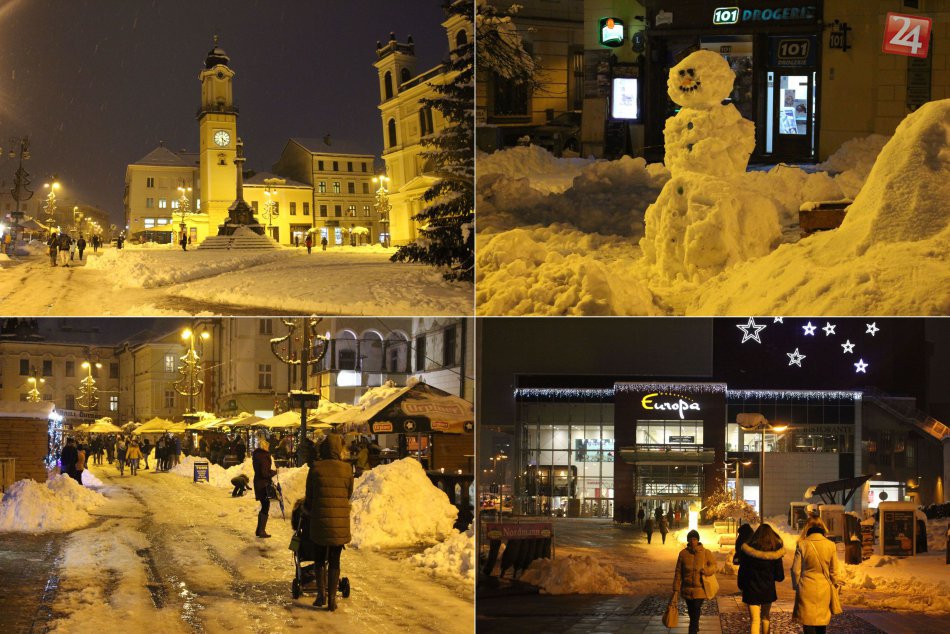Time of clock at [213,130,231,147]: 4:29
